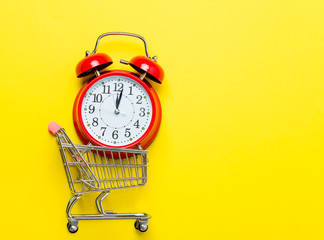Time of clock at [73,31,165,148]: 12:01
